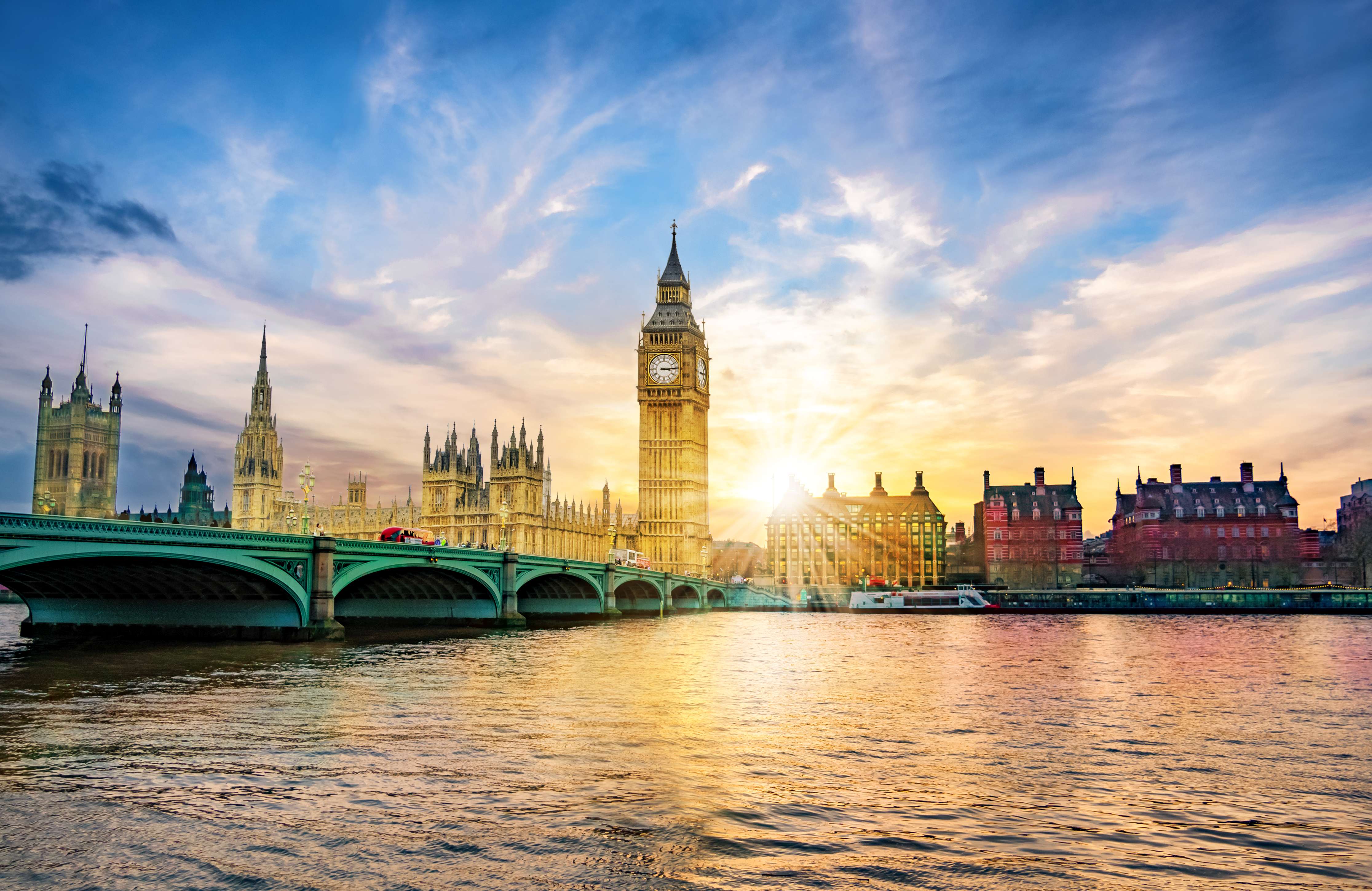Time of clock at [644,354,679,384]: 3:14
